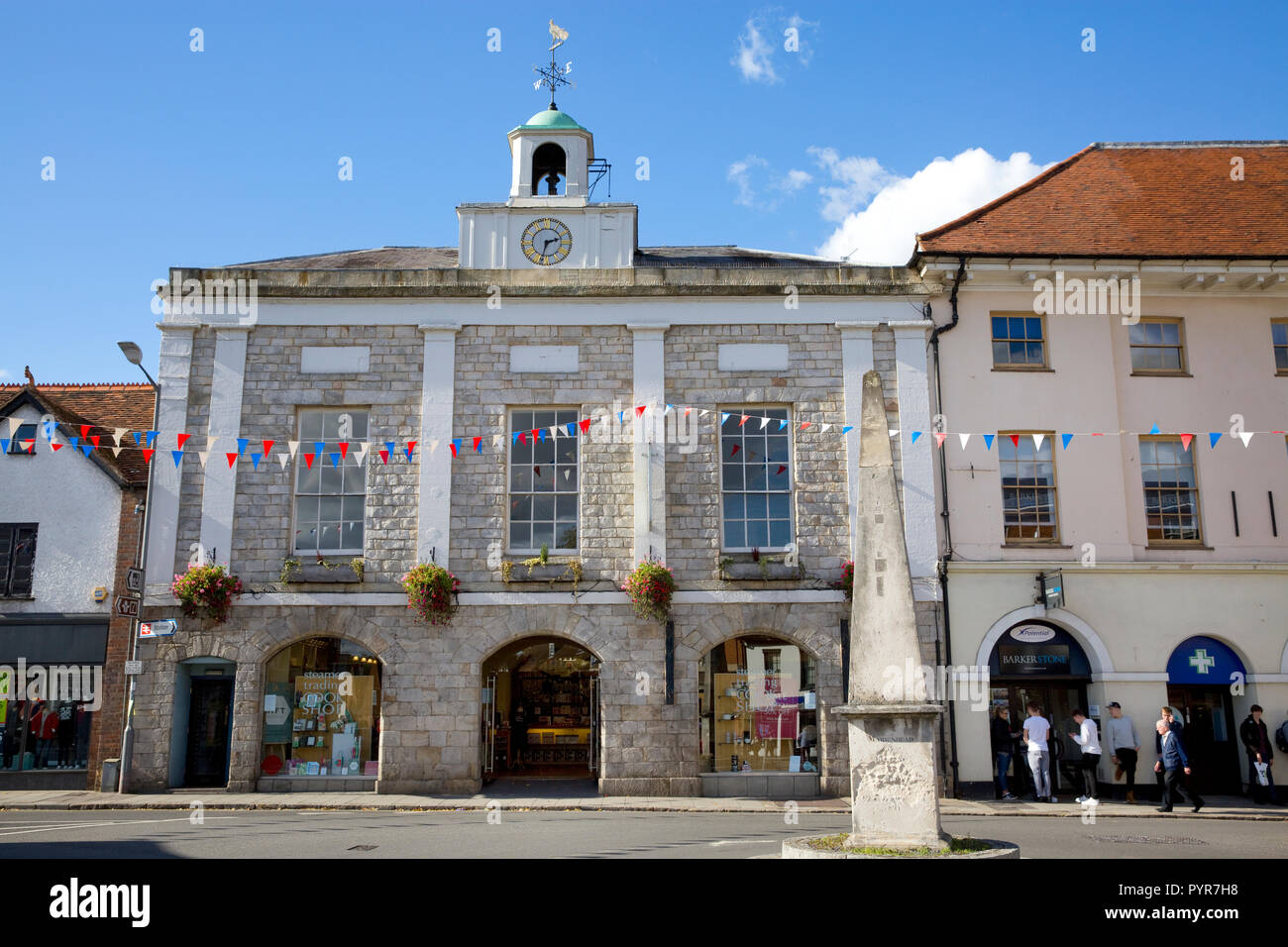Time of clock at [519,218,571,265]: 2:32
